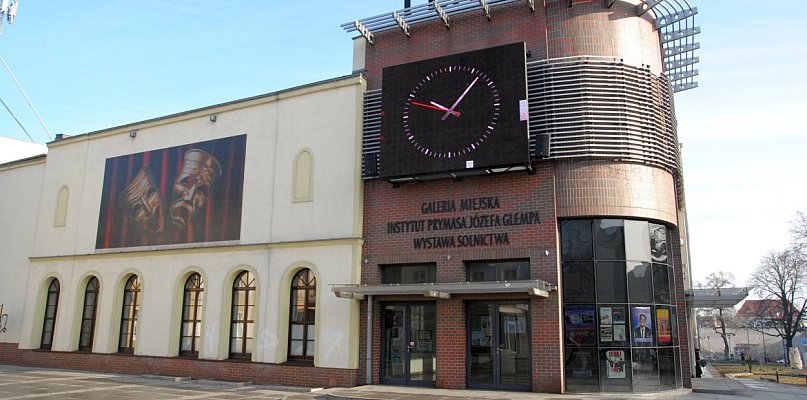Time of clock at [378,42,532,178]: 10:07
